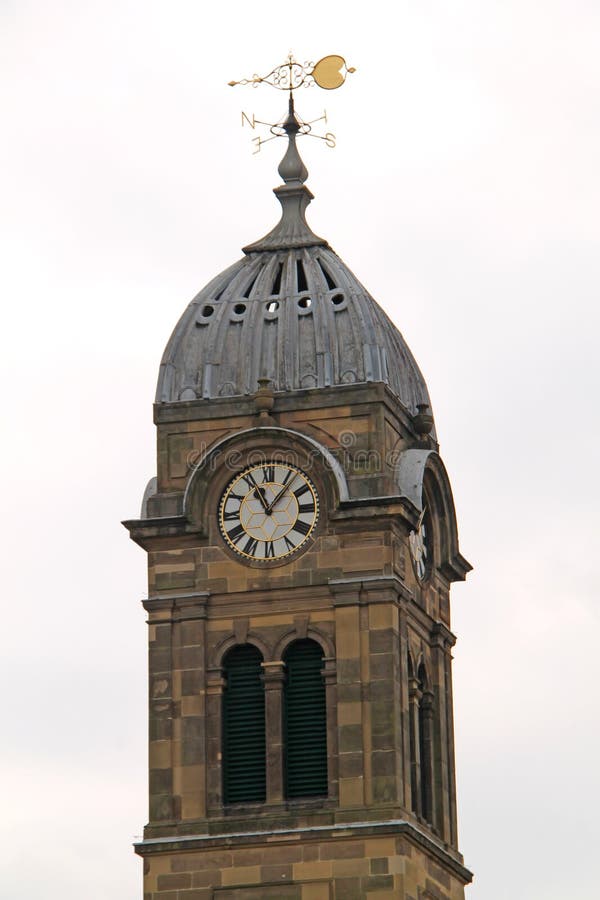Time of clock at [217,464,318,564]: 11:06
